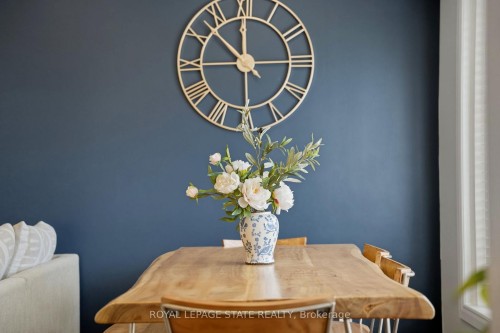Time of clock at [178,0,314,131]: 11:52
